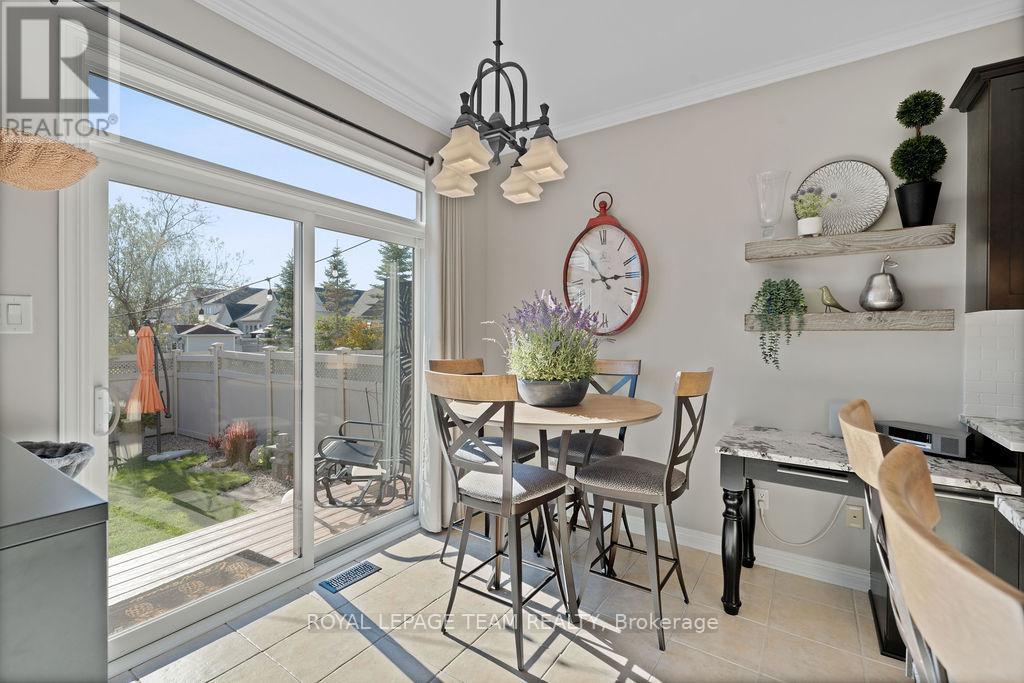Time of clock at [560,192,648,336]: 2:53
